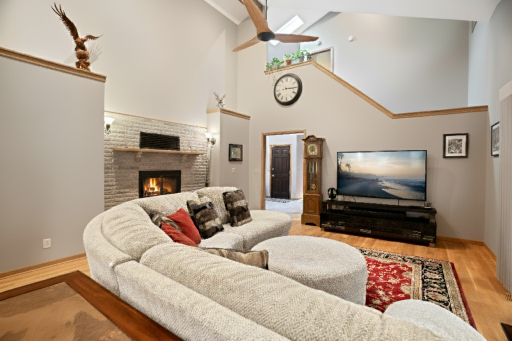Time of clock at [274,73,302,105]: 3:14
